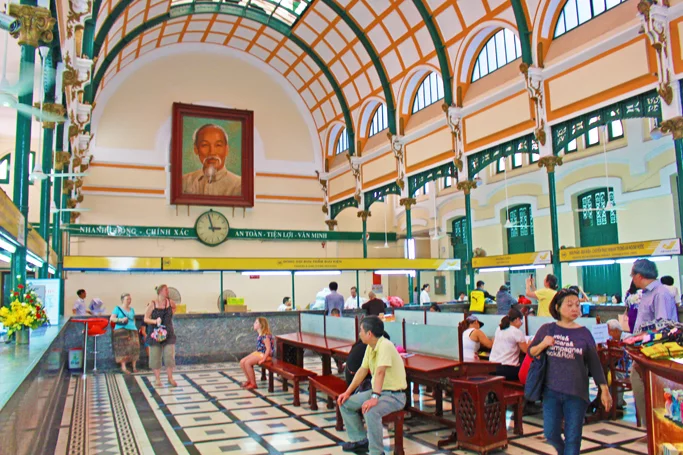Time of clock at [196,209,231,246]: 2:57
